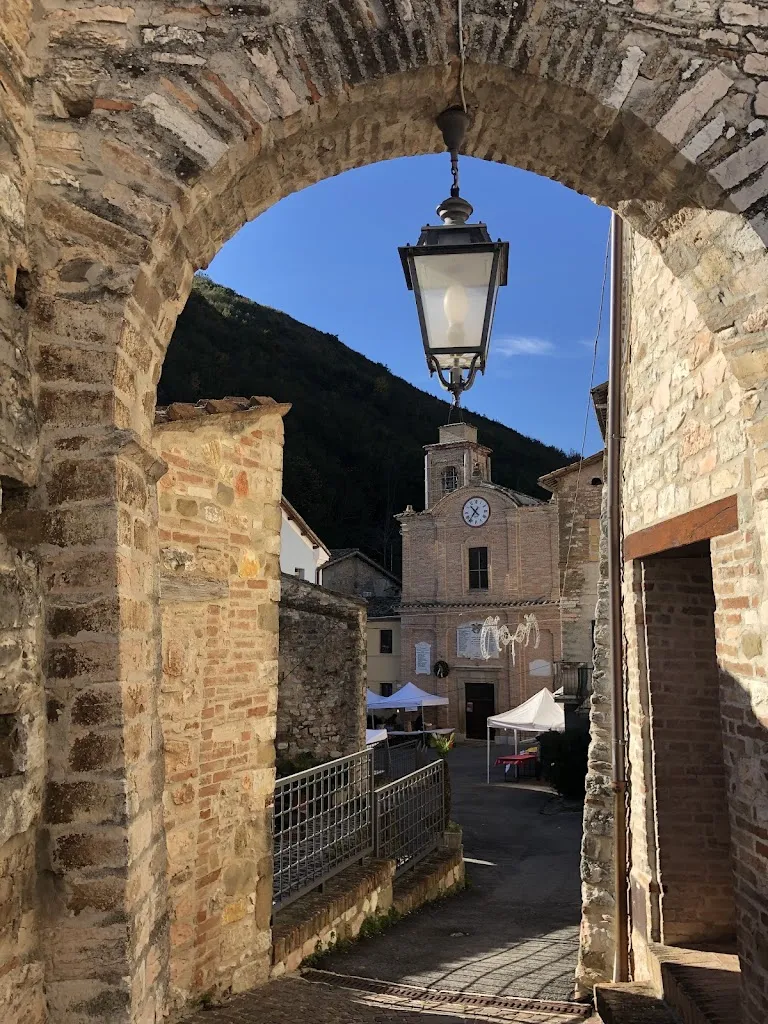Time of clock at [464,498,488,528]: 10:36
